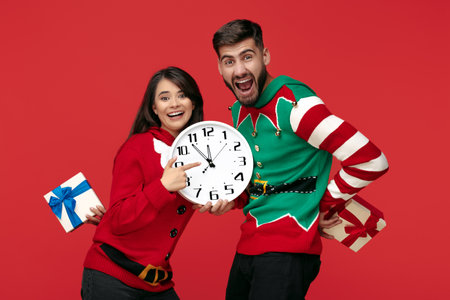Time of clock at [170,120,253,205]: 11:53
